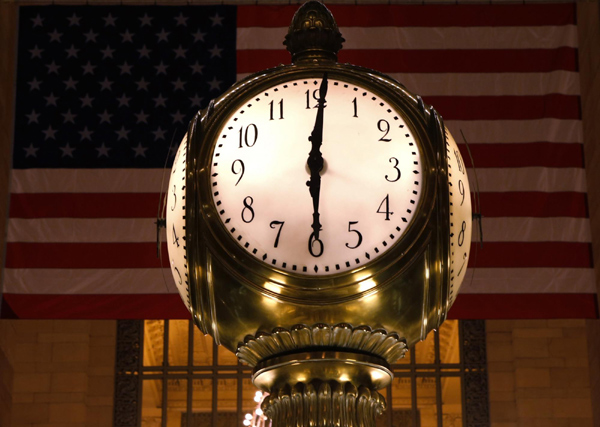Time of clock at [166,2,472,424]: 6:00
